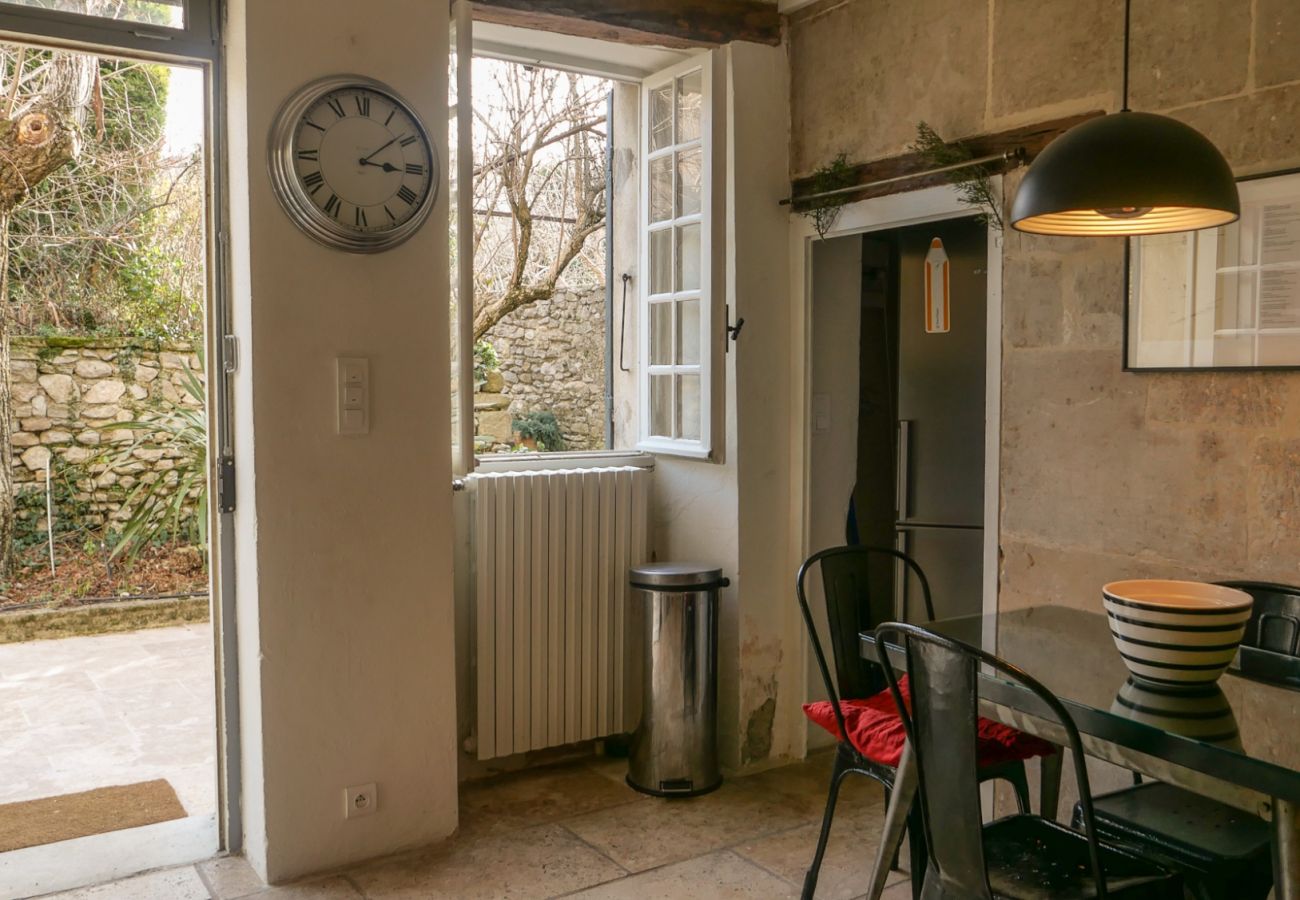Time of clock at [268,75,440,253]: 3:08
